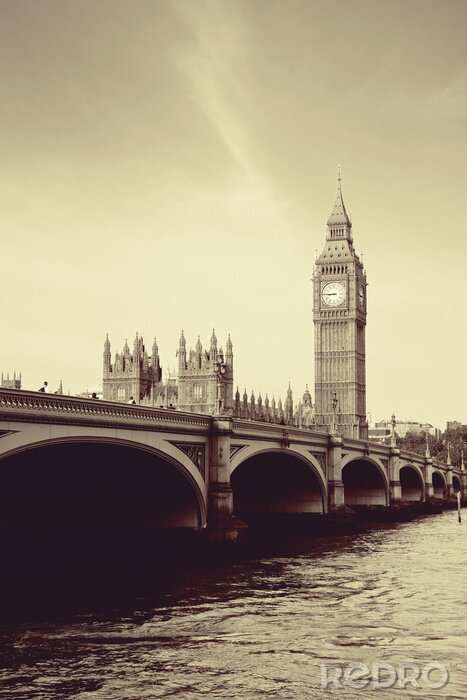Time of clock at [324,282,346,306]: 8:45
